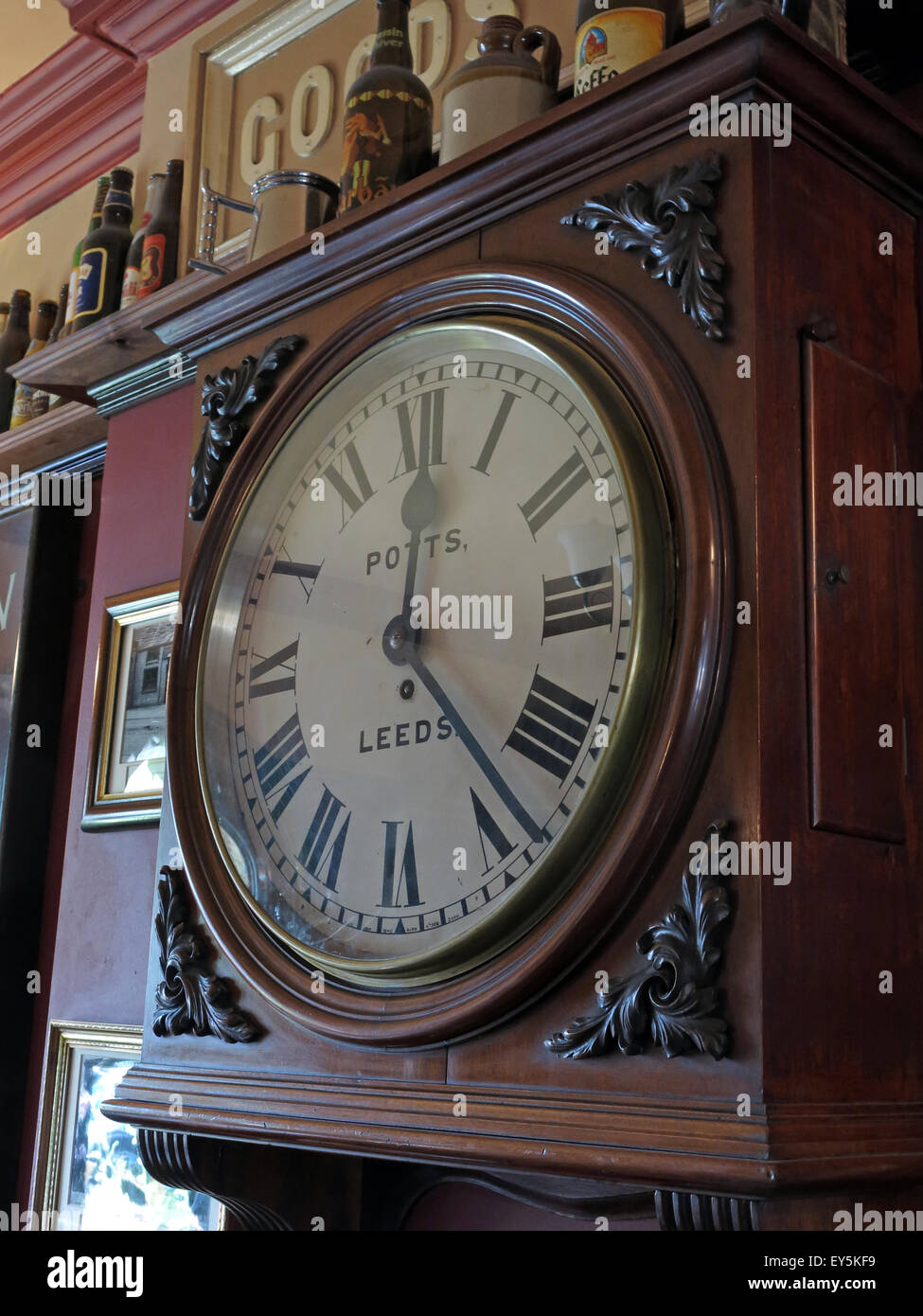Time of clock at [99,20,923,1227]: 12:23
